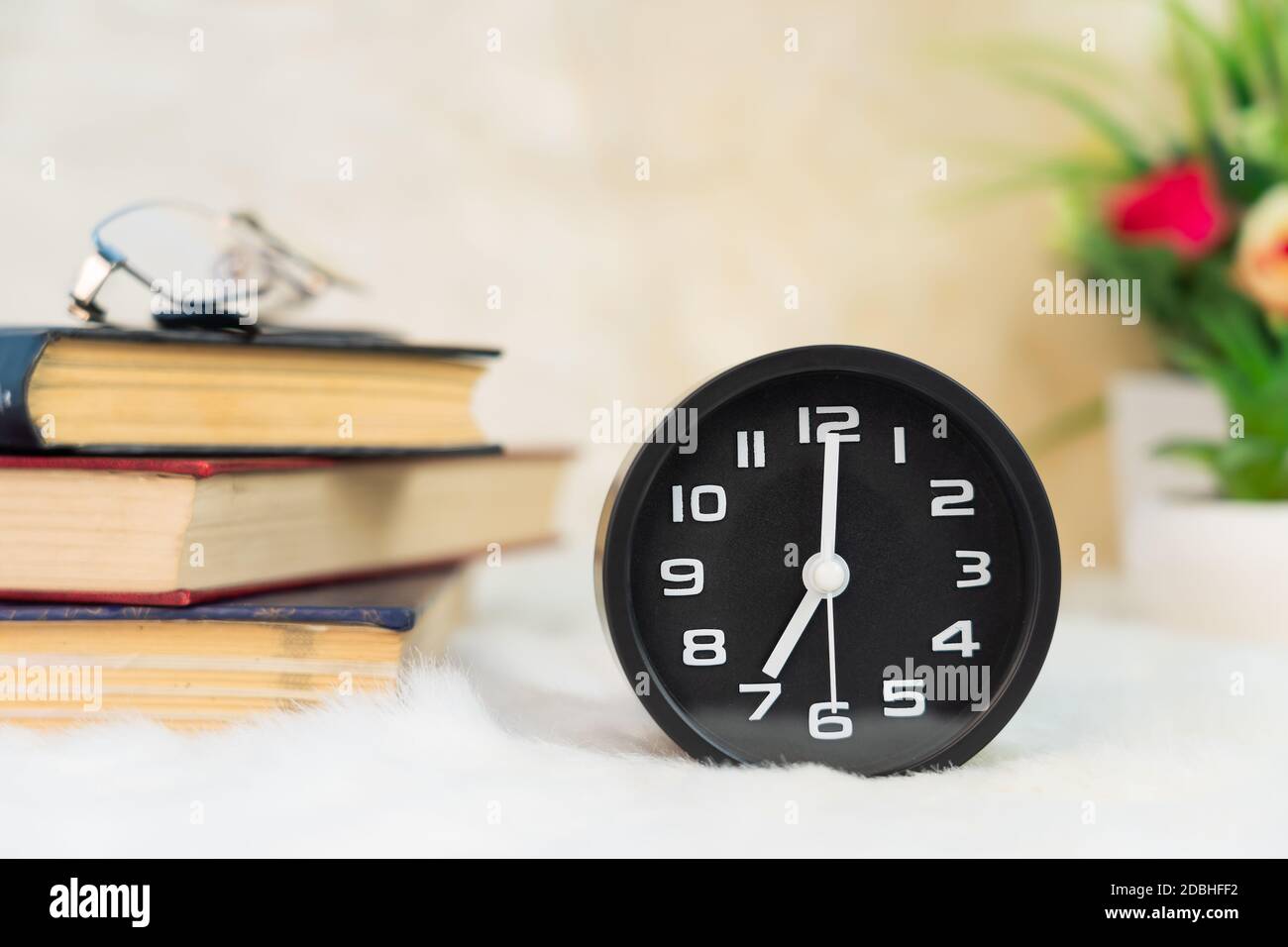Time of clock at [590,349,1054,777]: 7:00
